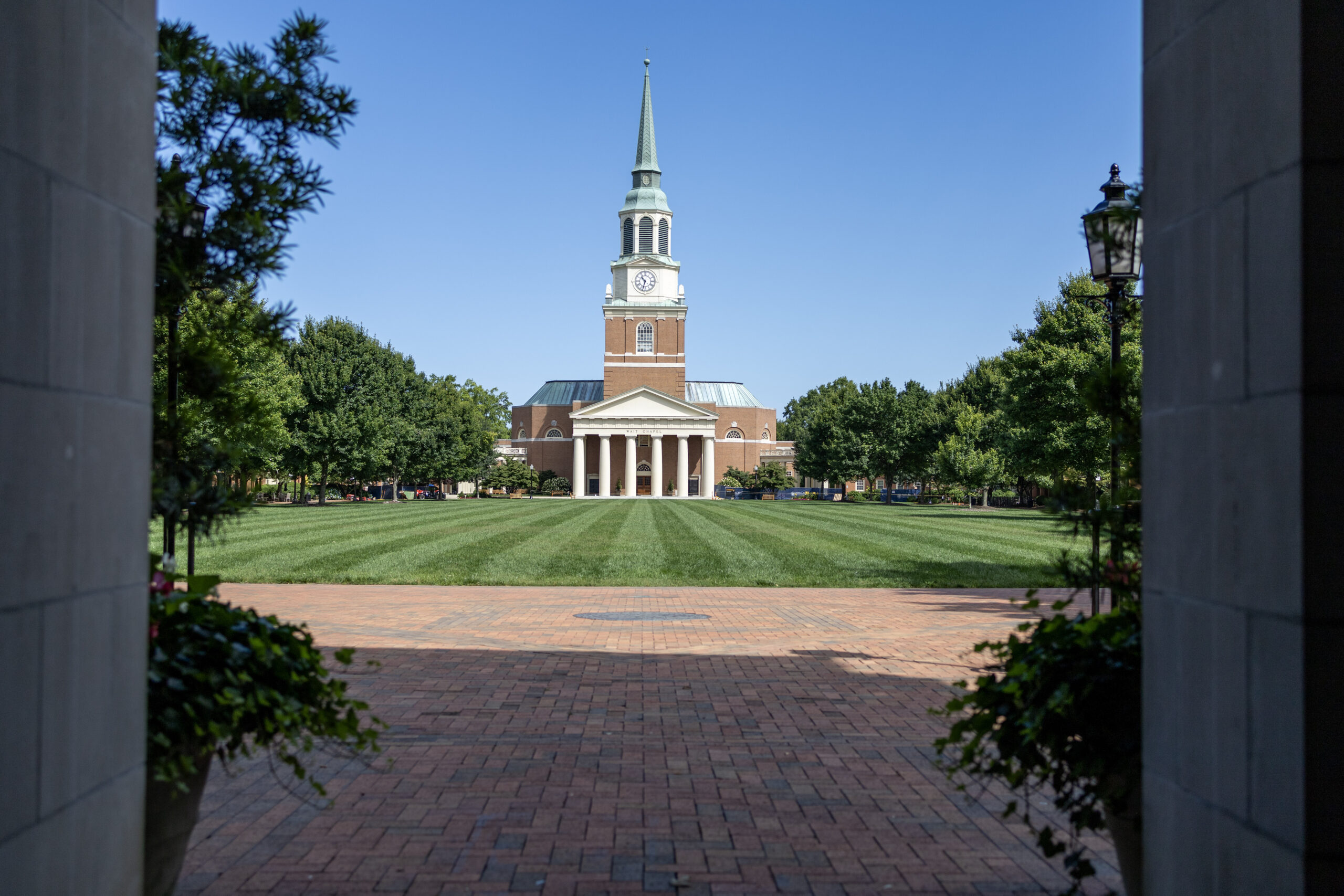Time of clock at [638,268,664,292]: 10:32
